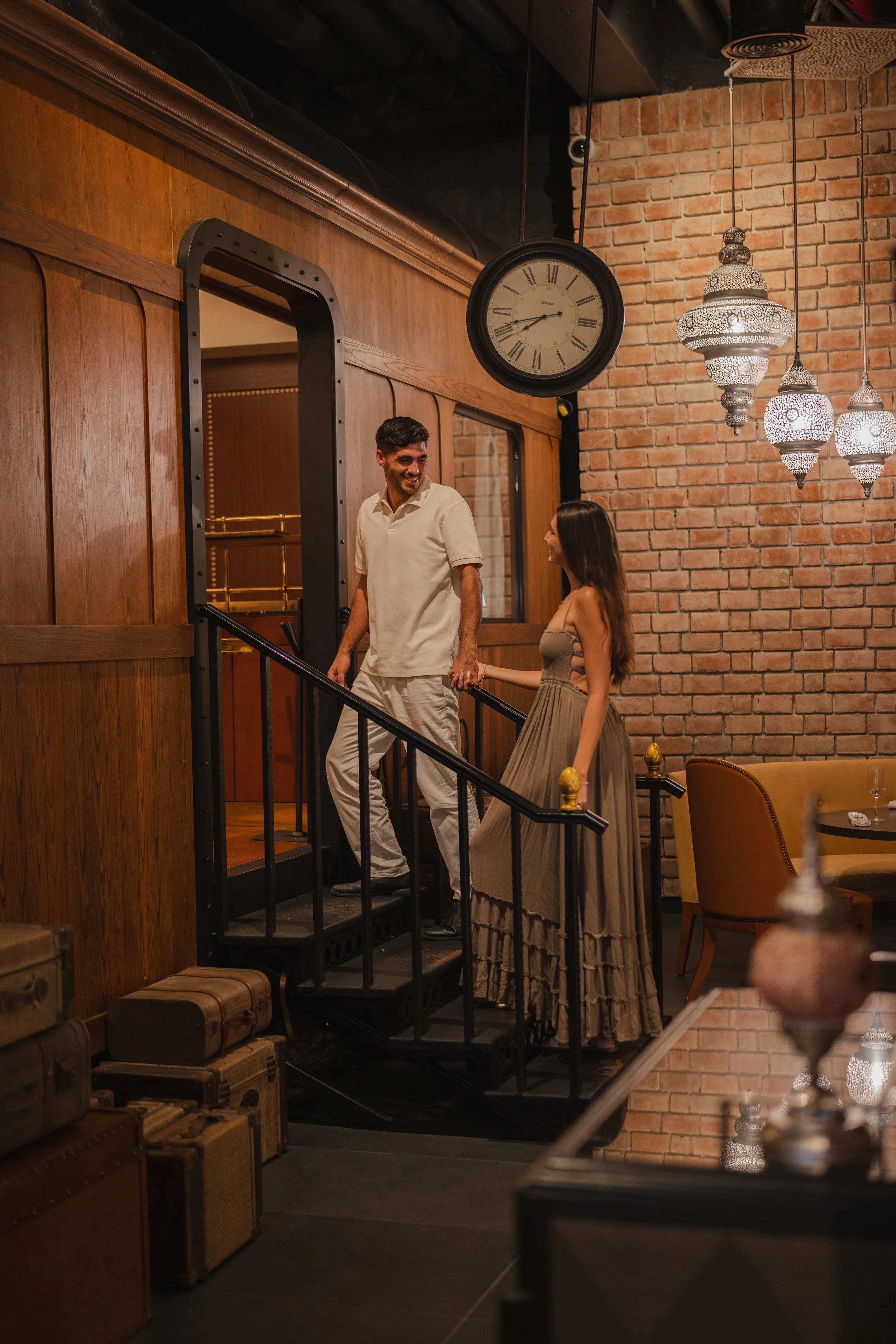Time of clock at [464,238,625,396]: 7:41
